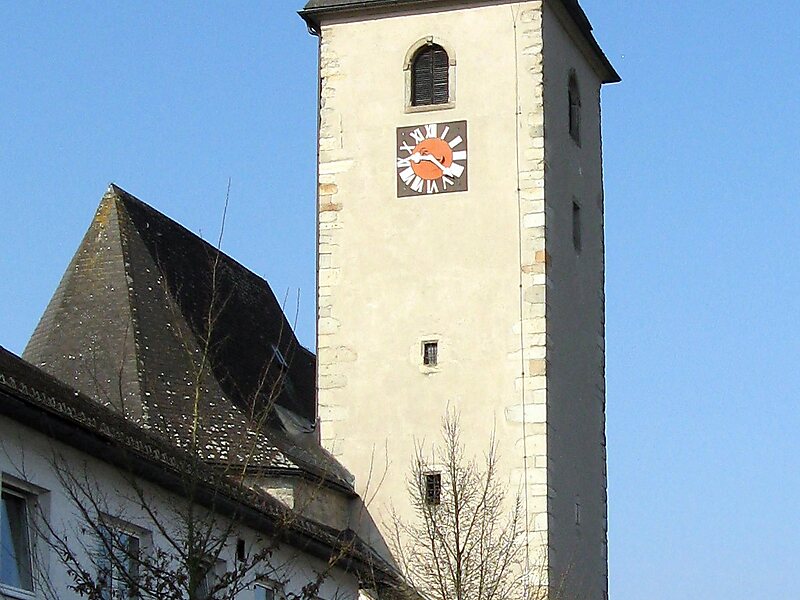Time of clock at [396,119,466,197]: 9:22
